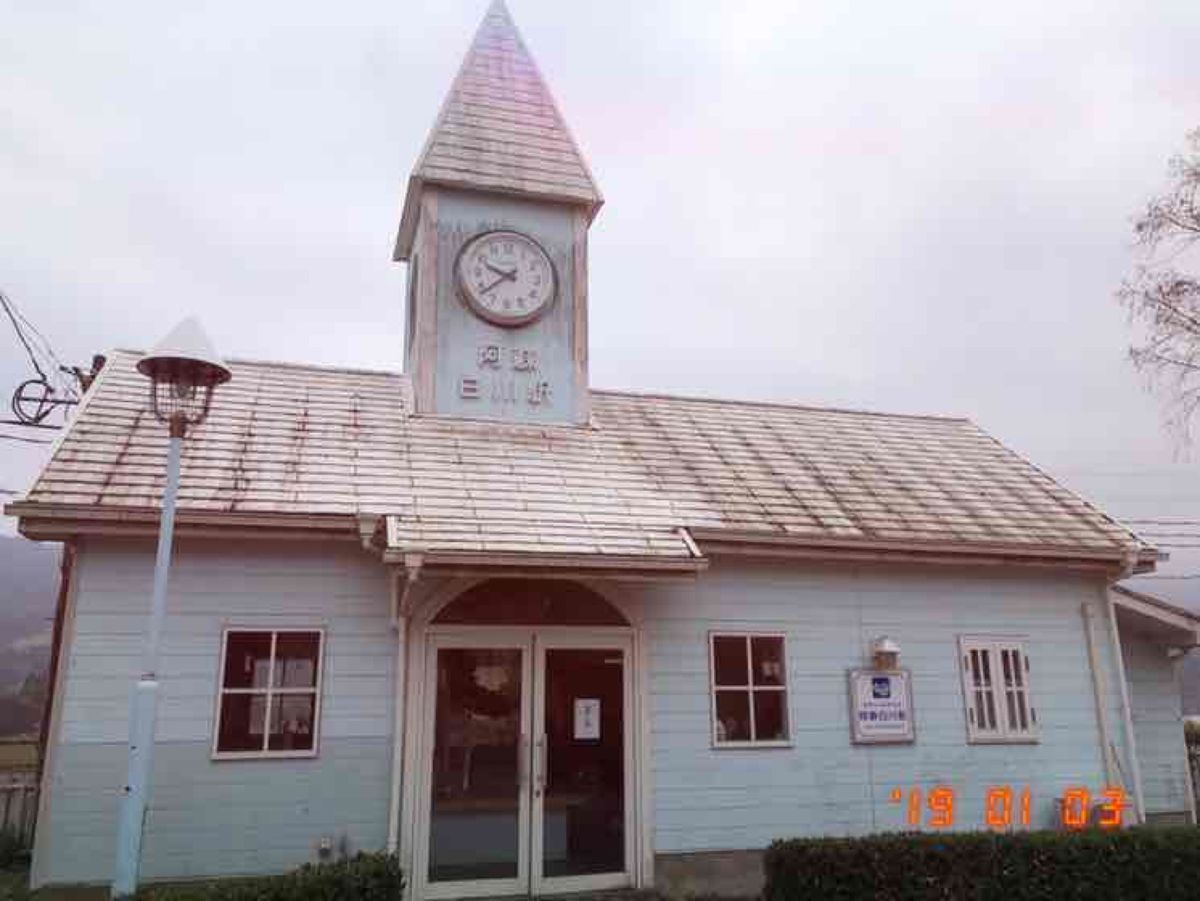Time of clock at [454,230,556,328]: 9:38
